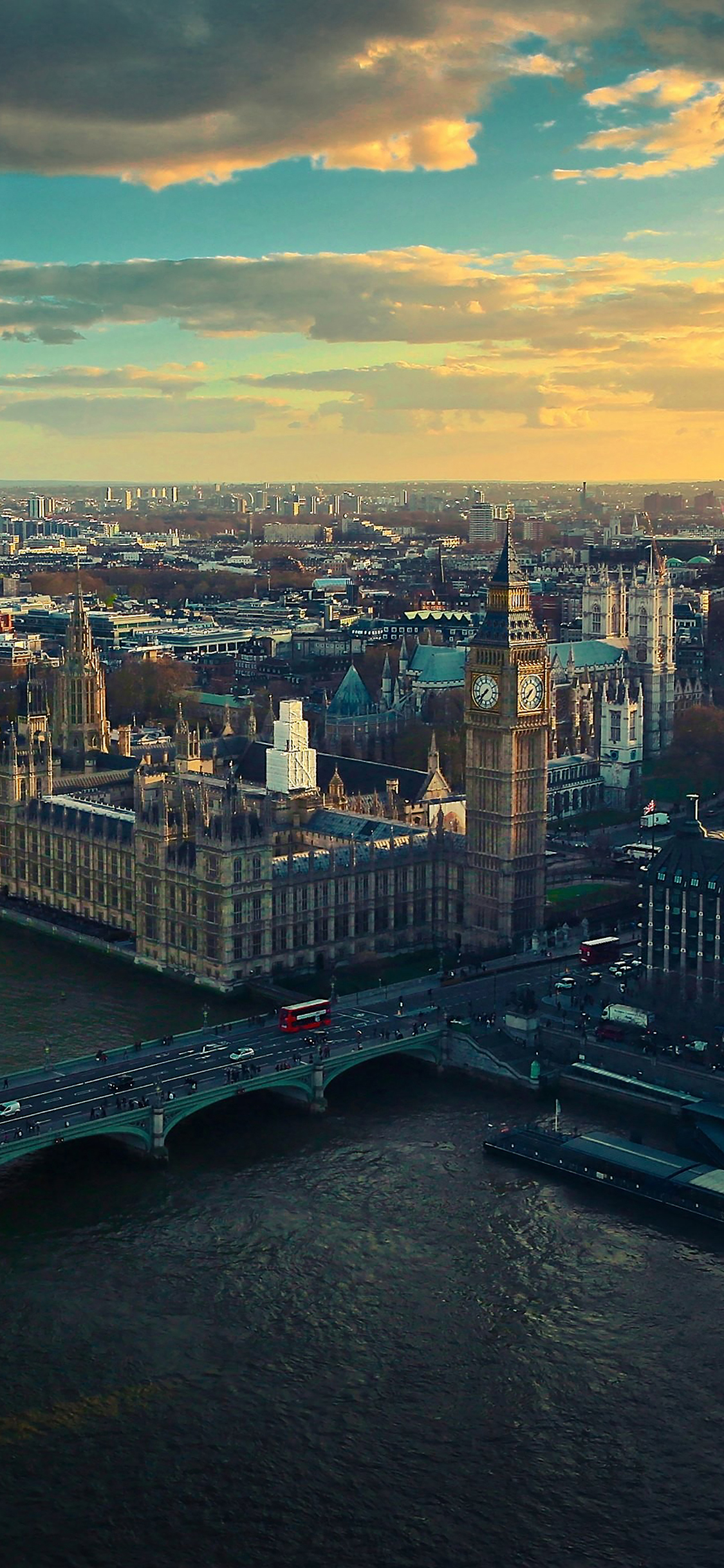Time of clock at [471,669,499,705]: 7:37
